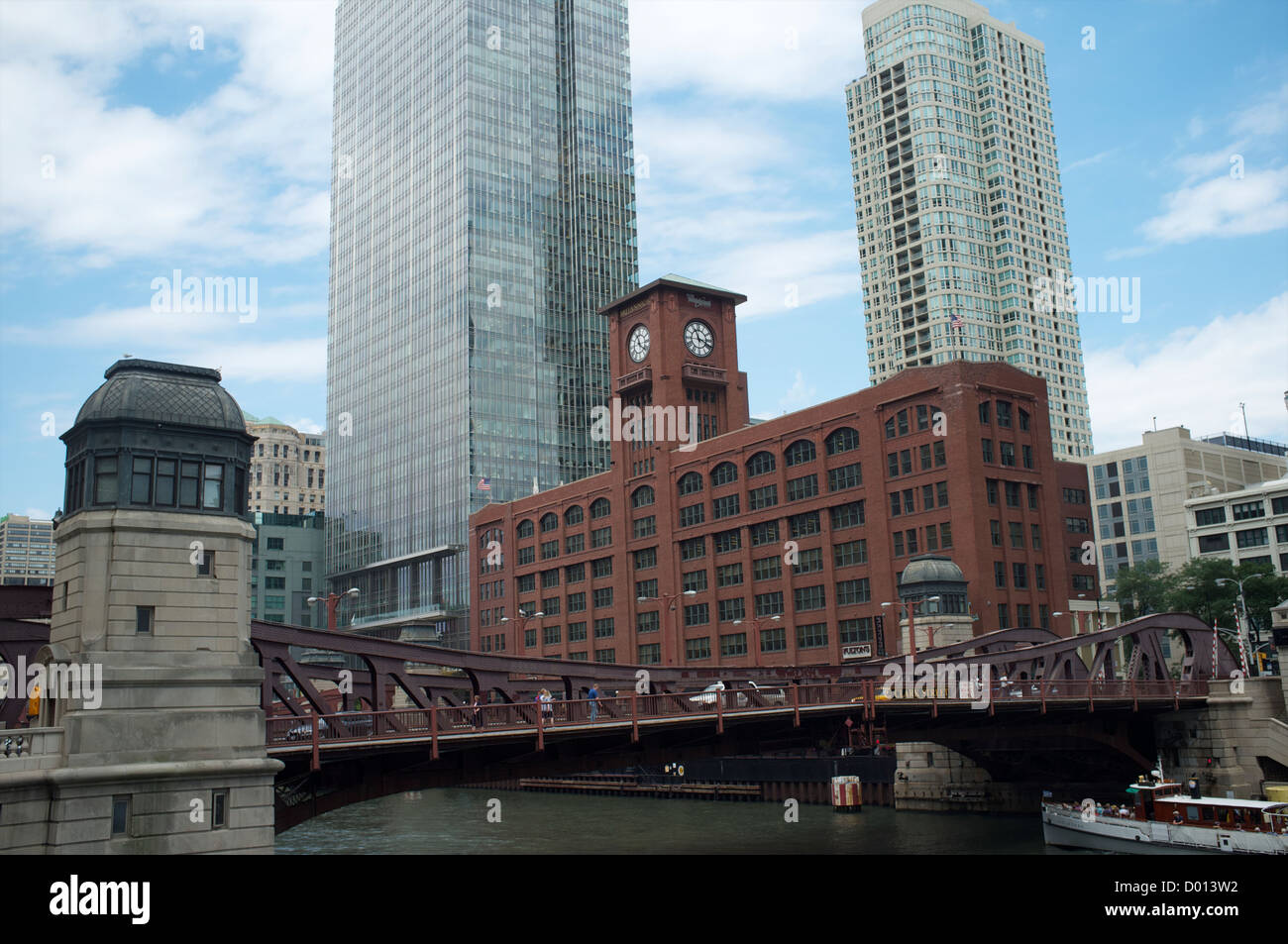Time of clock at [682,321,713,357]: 11:18
